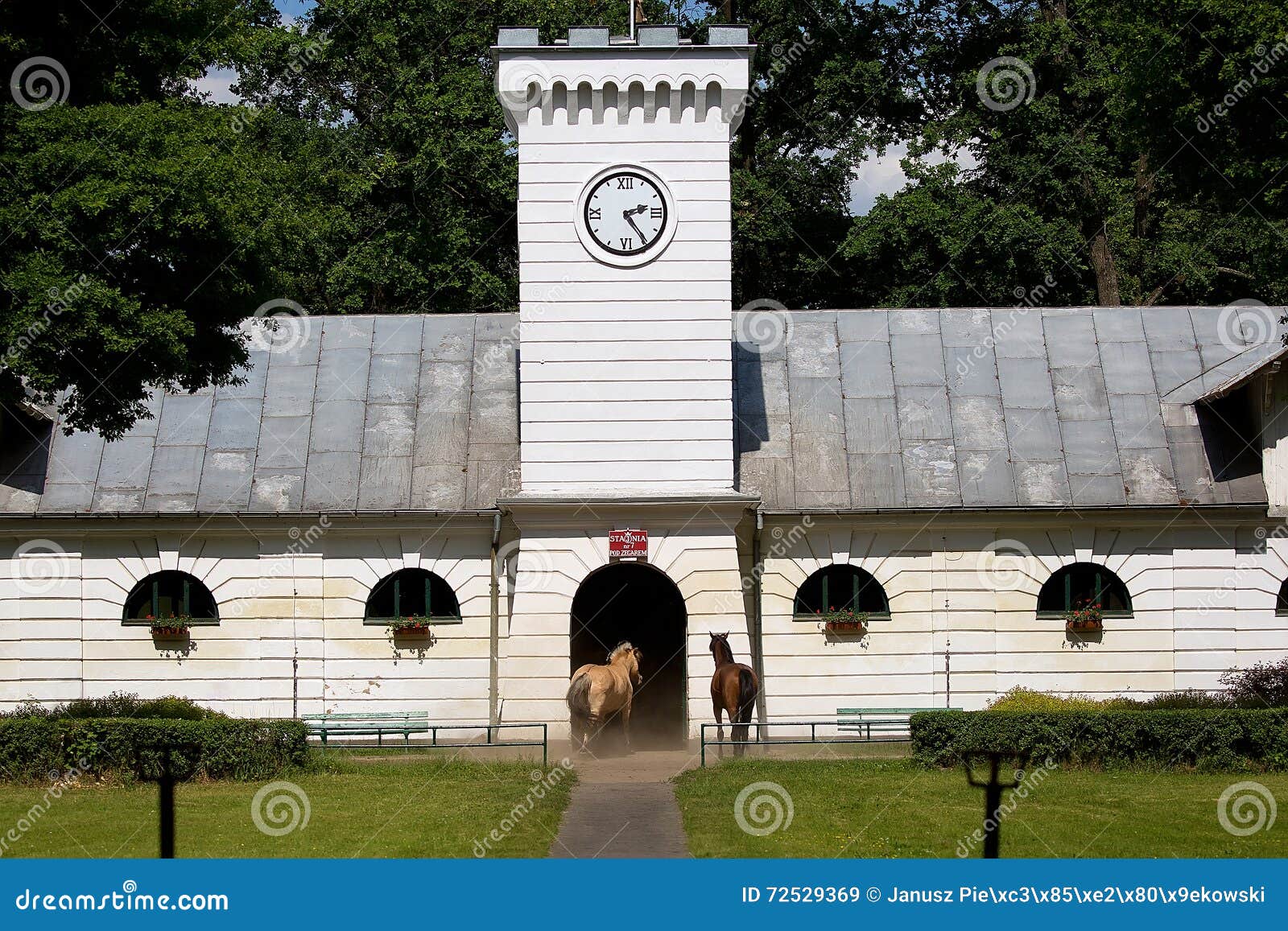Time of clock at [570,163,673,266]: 2:24
